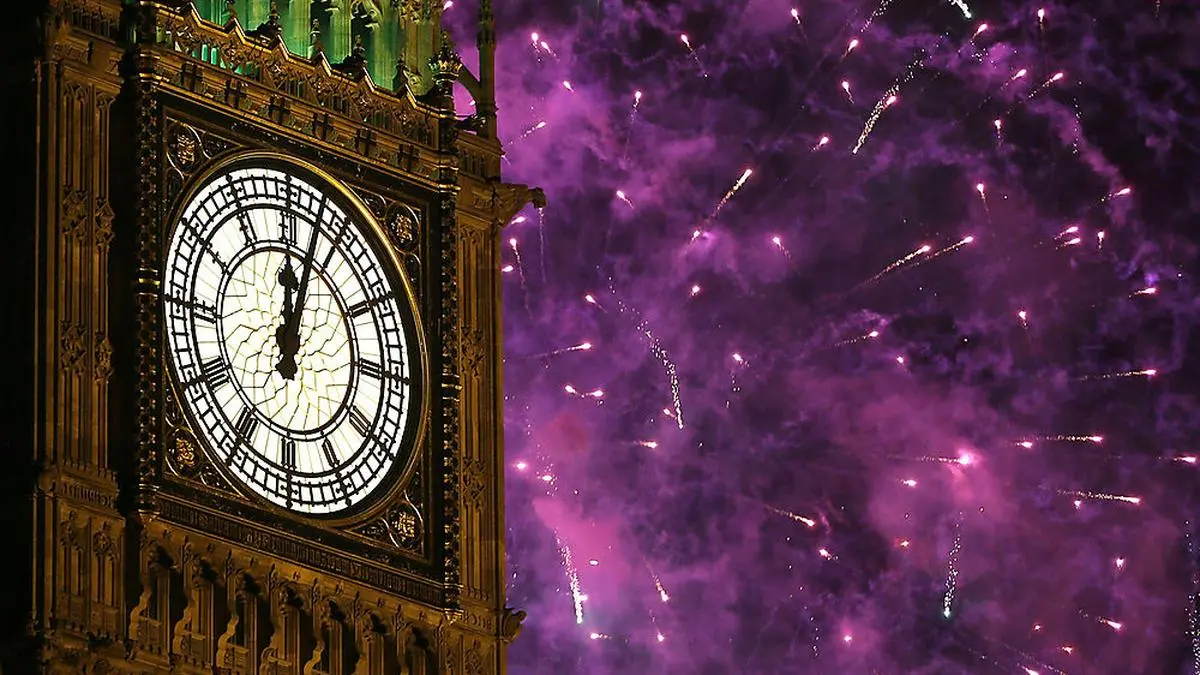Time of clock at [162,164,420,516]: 12:03
